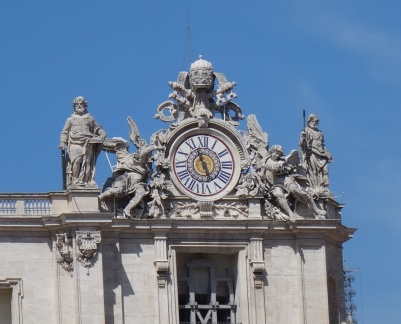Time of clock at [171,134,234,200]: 4:56
